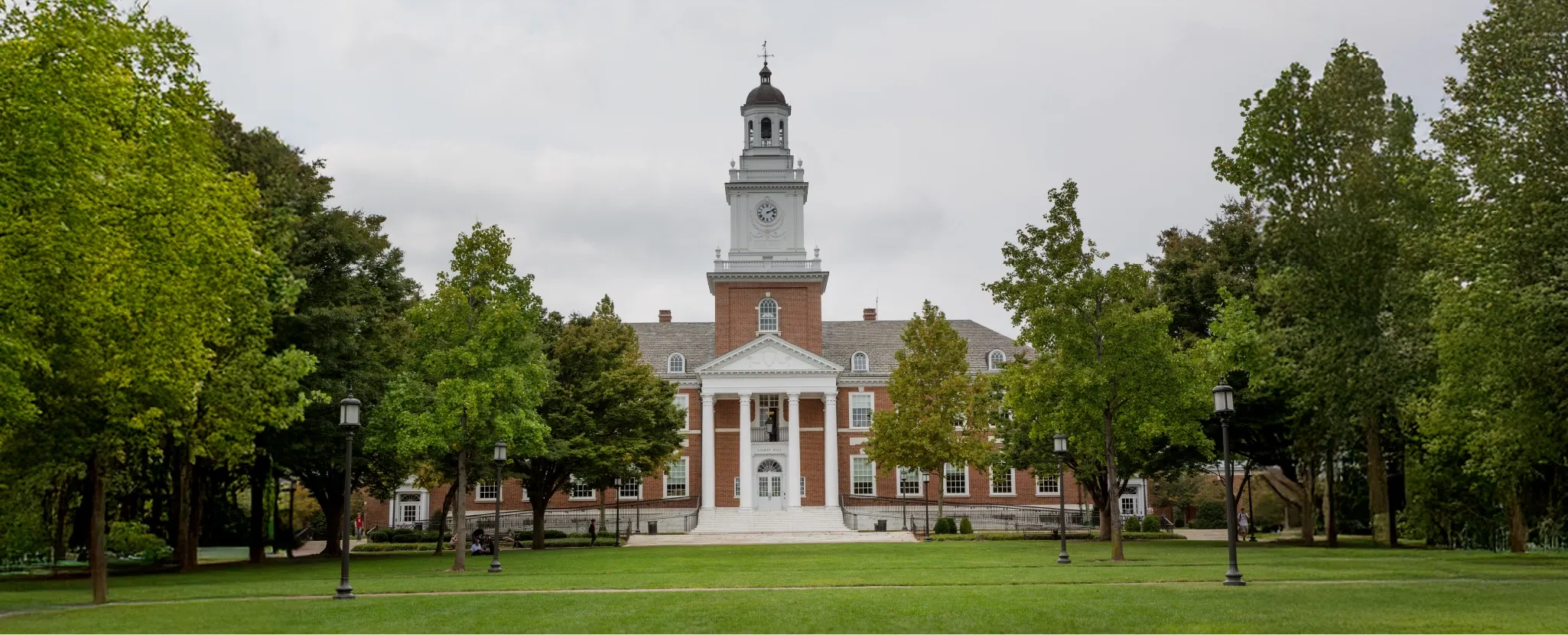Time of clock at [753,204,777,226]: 2:11
